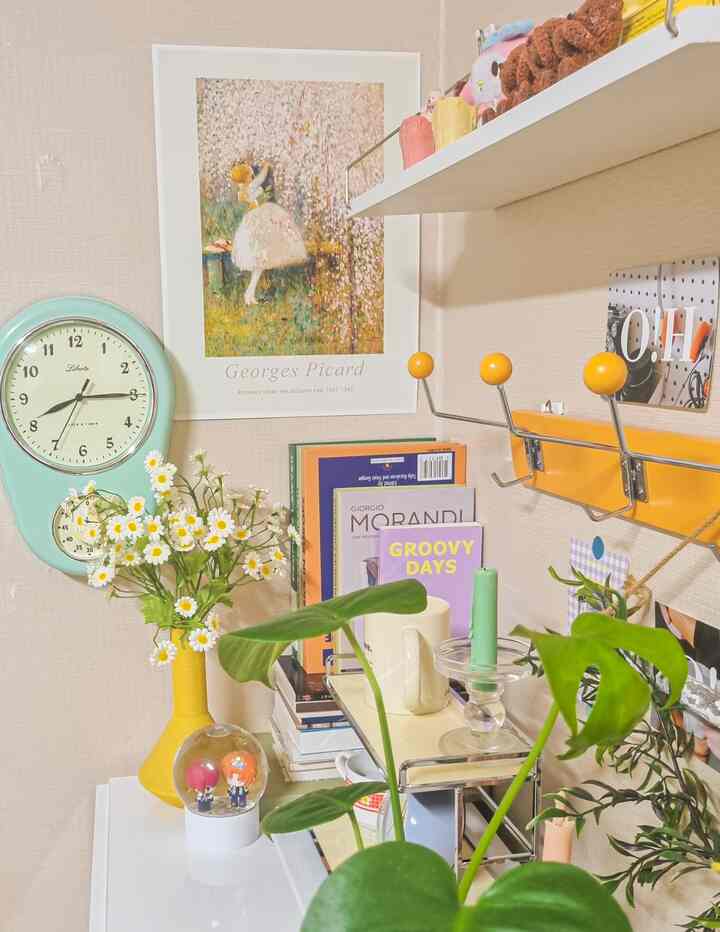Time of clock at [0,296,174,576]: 8:14
